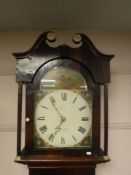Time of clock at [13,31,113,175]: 6:53
